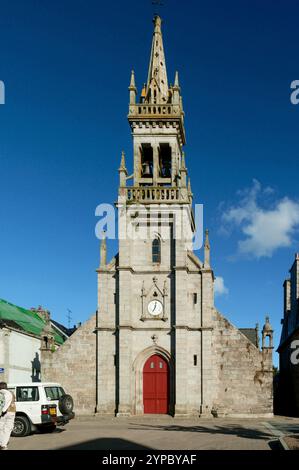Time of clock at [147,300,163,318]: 7:02
